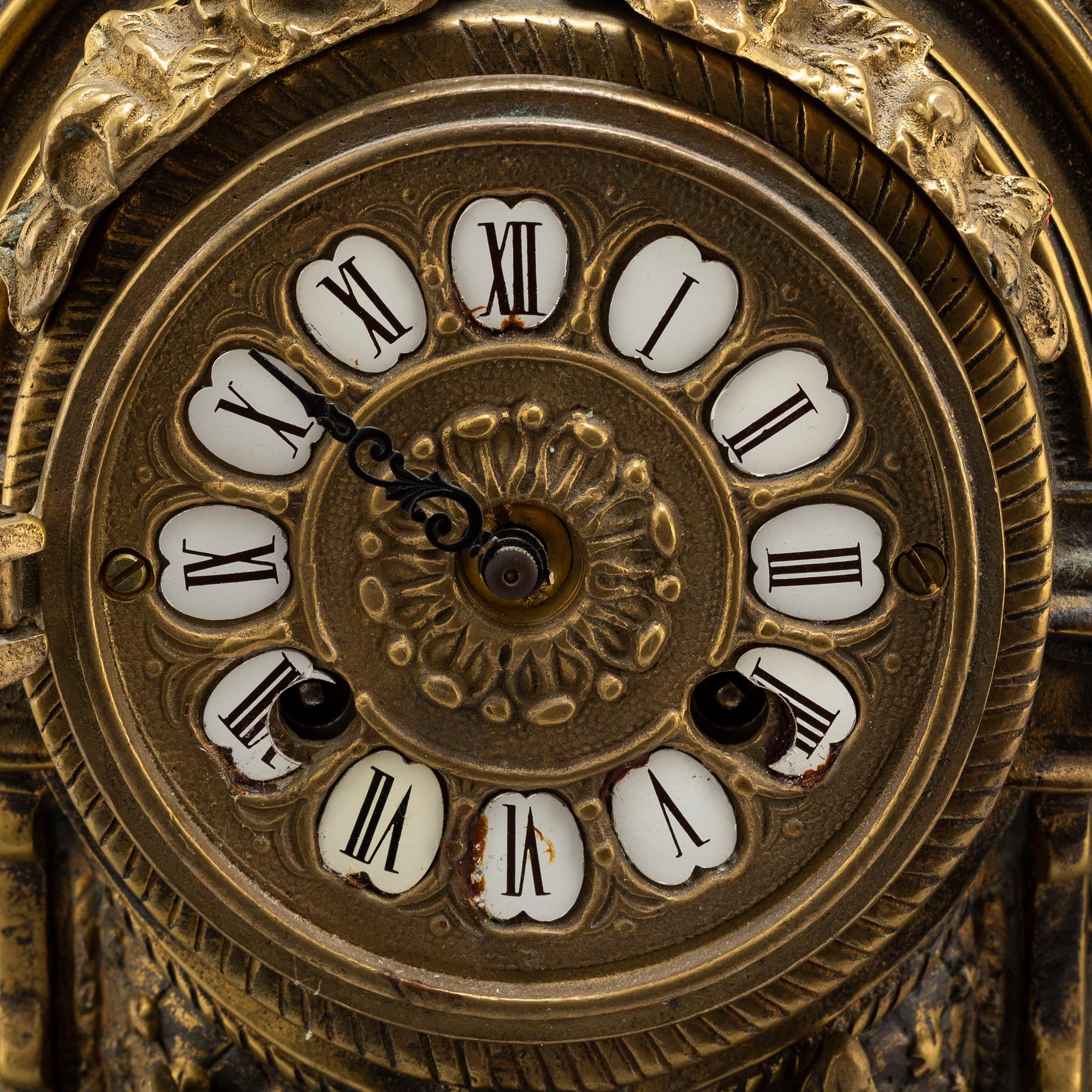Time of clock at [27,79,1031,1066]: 9:51
